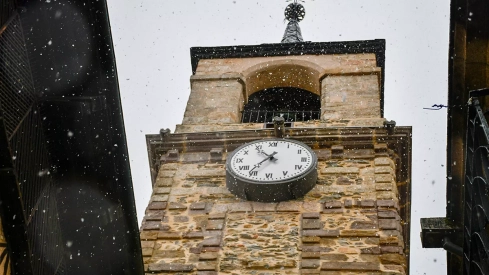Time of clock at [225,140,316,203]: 10:36
